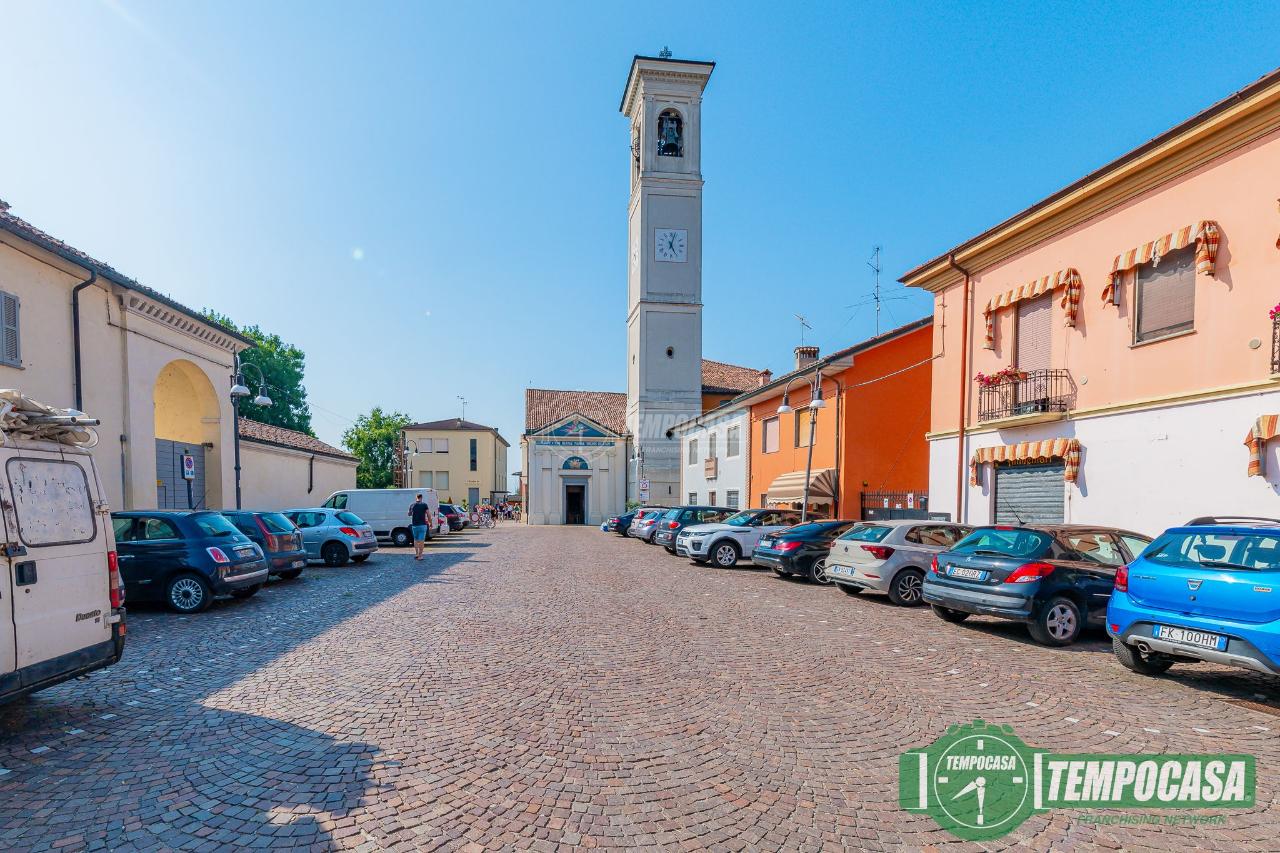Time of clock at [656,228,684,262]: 5:02
